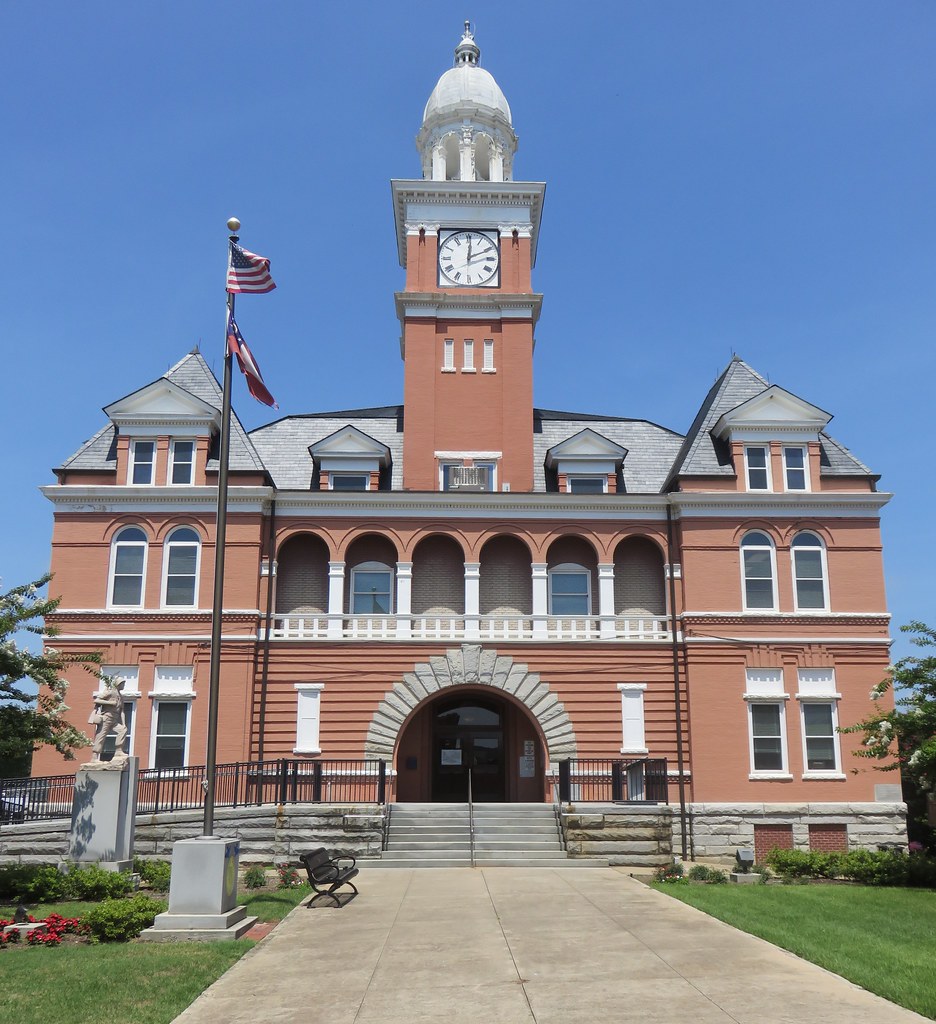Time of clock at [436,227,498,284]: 12:10
